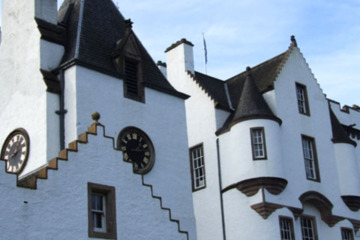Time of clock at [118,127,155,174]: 1:13
